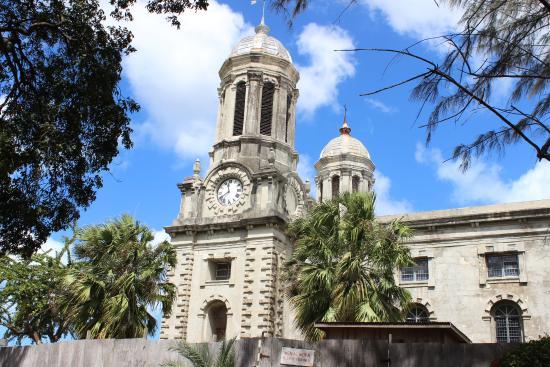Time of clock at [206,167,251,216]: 11:40
